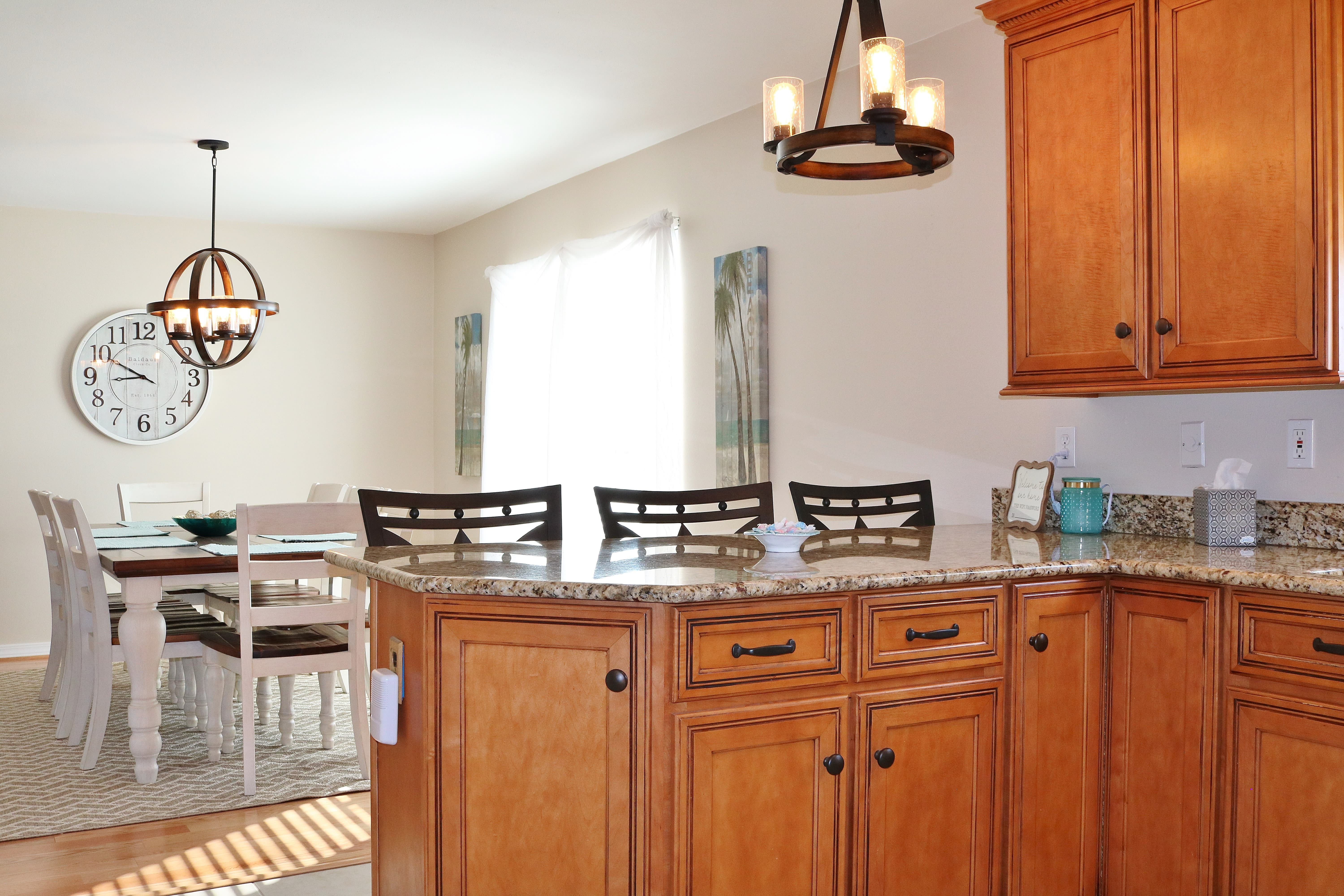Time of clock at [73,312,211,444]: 8:49
